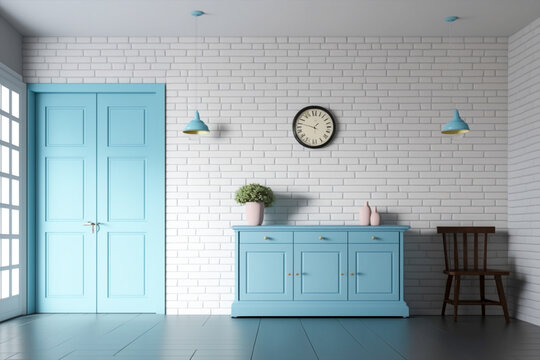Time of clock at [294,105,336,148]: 1:47
